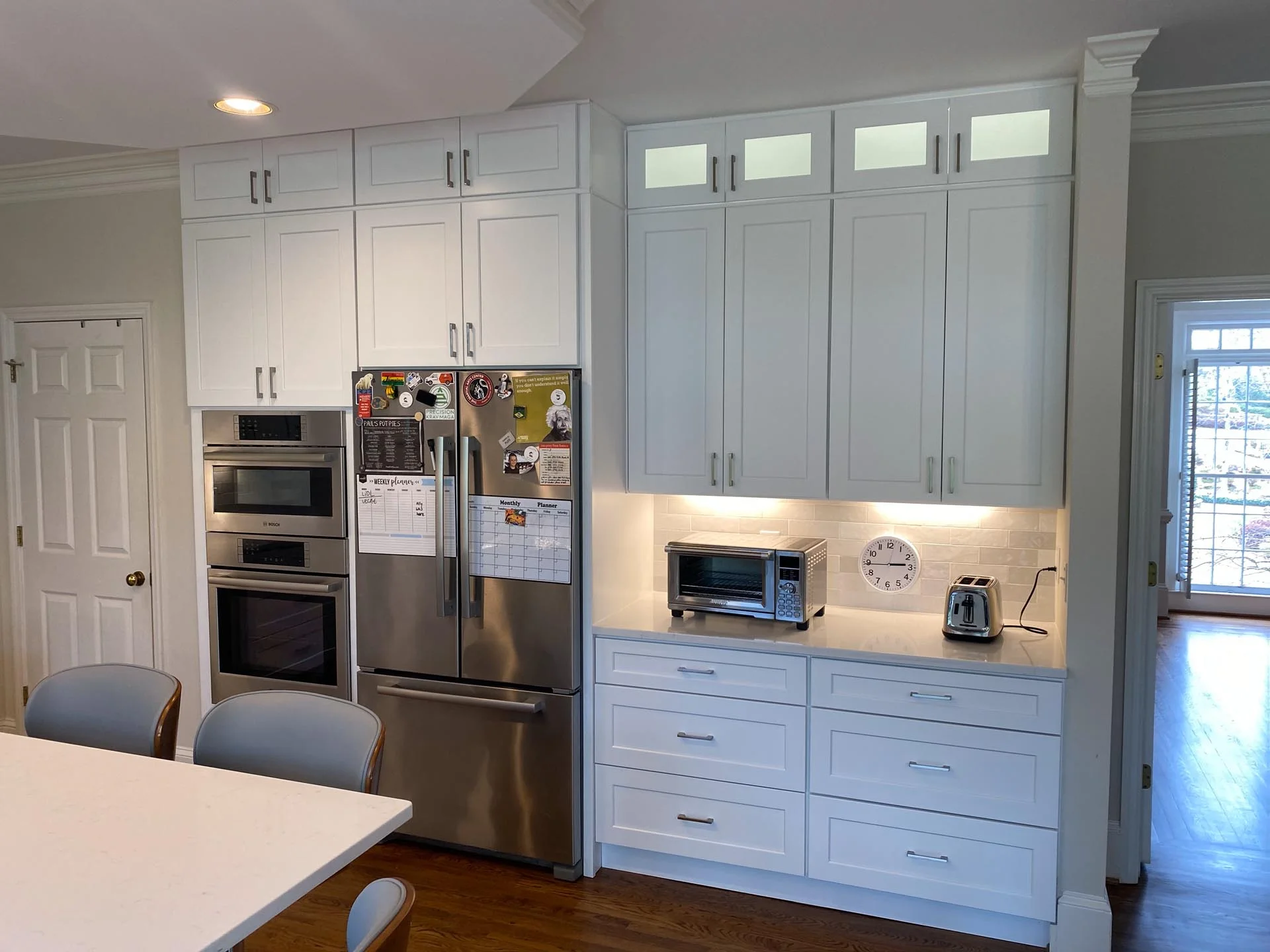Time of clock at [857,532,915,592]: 2:44
